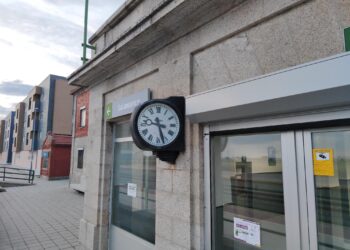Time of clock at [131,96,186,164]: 9:27
